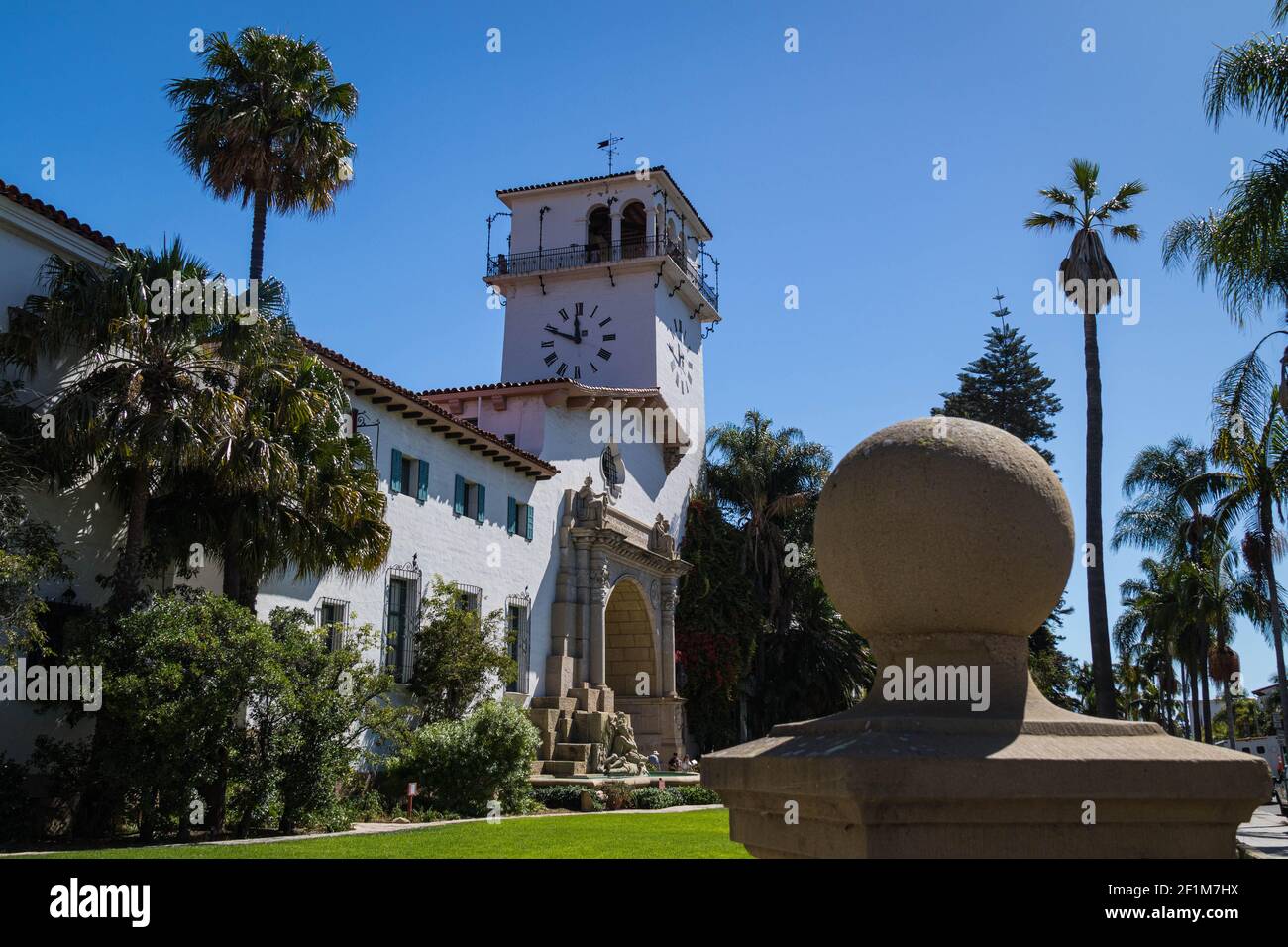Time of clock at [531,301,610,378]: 11:48
